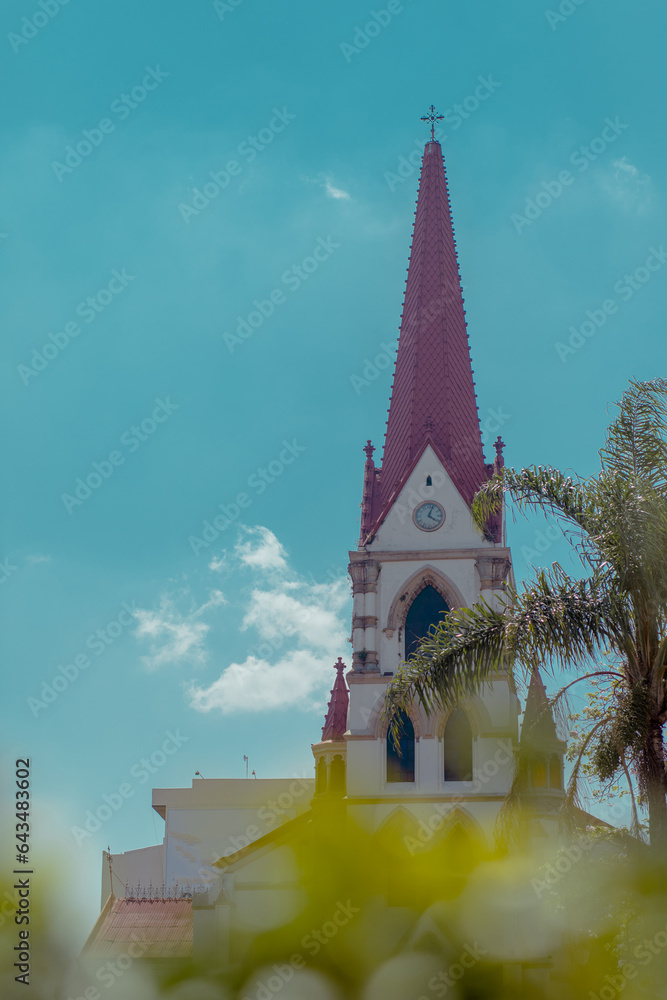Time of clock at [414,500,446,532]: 4:03
